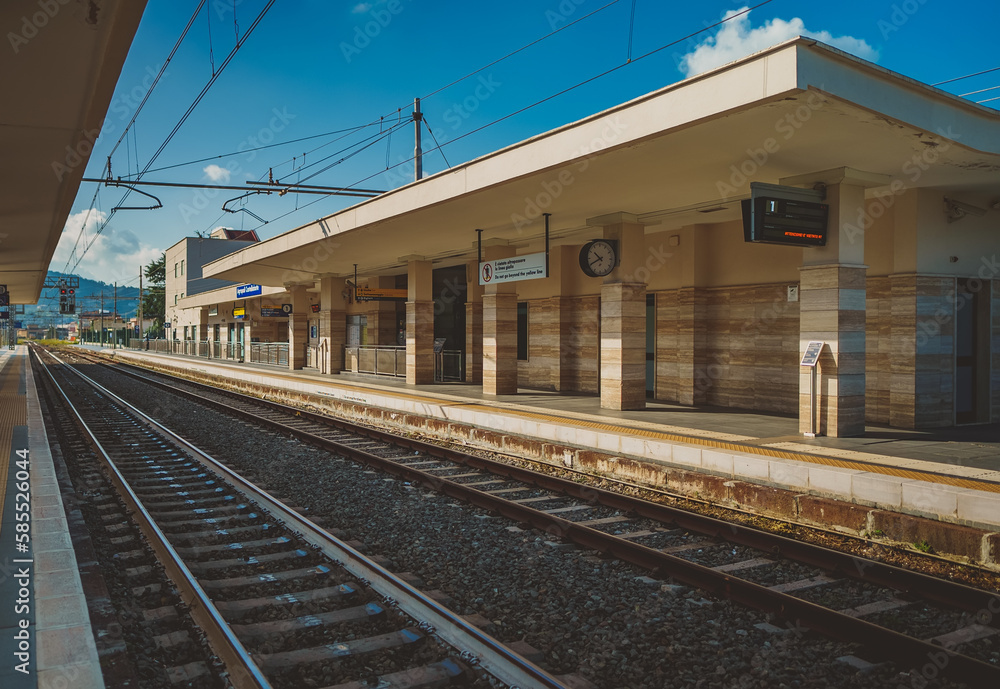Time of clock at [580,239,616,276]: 10:40
